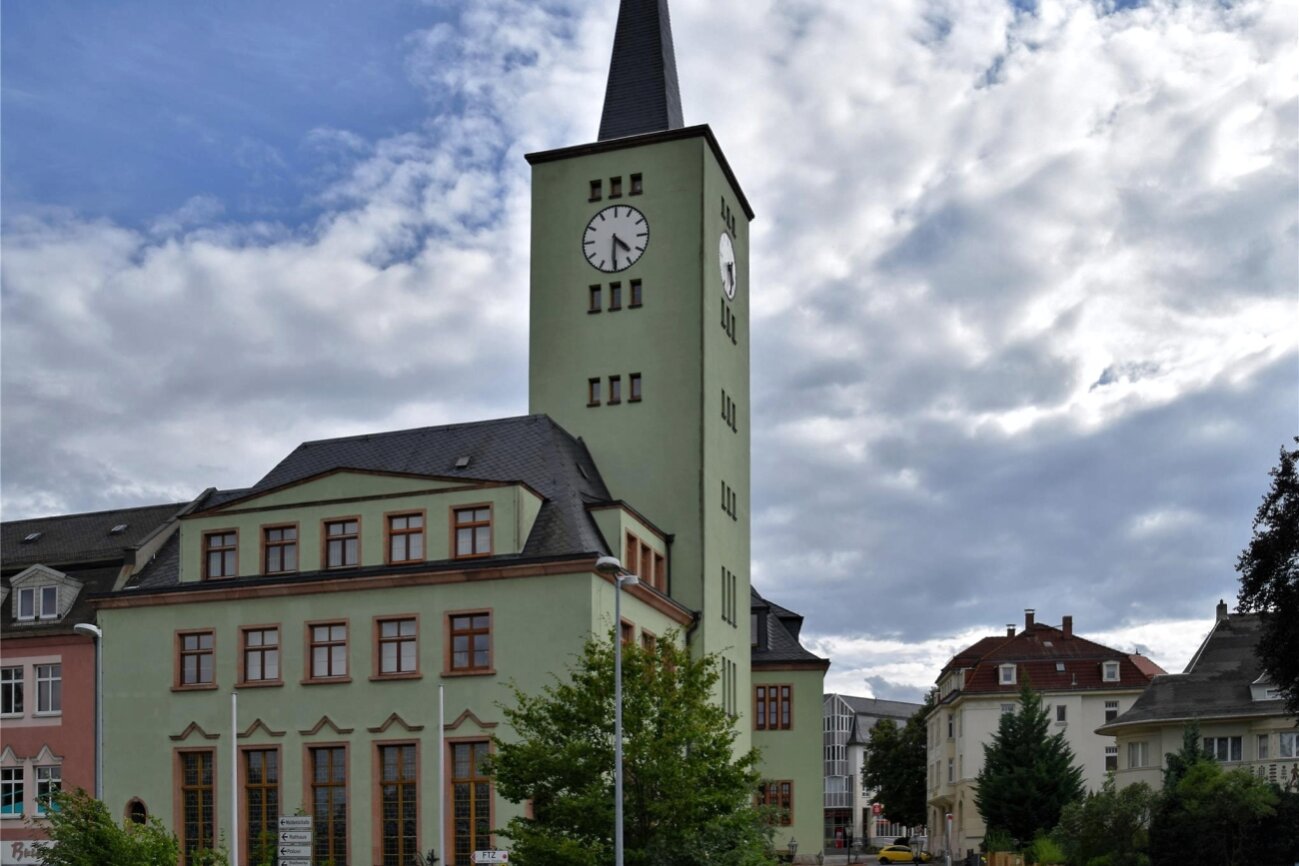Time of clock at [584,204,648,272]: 4:30
